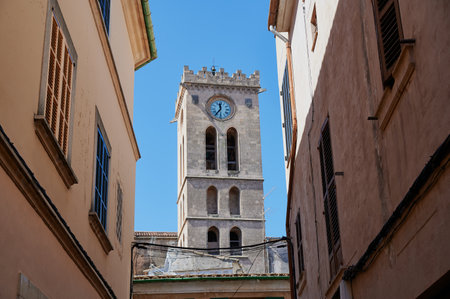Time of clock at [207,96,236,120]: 11:36
